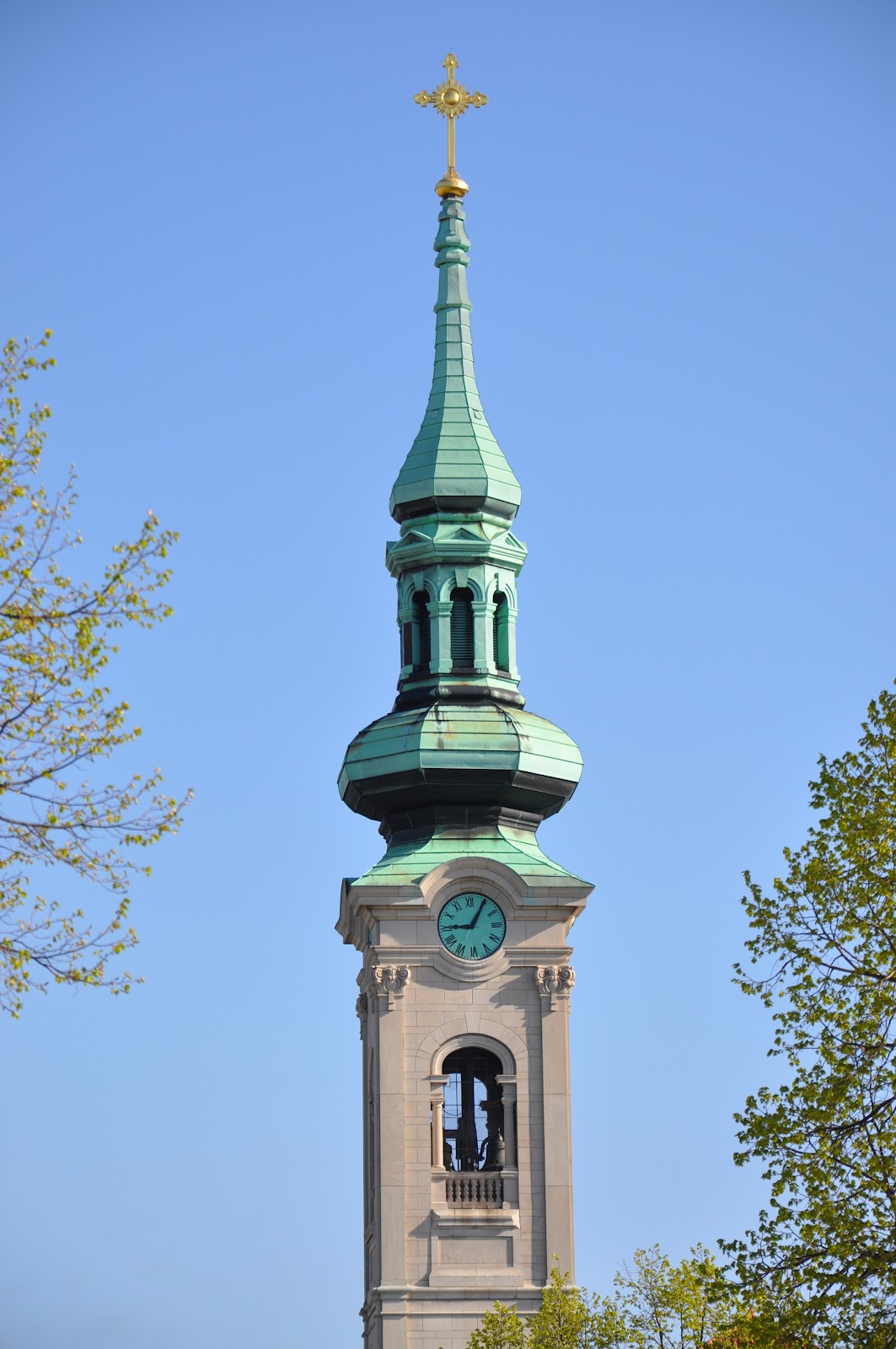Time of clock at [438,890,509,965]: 9:05
